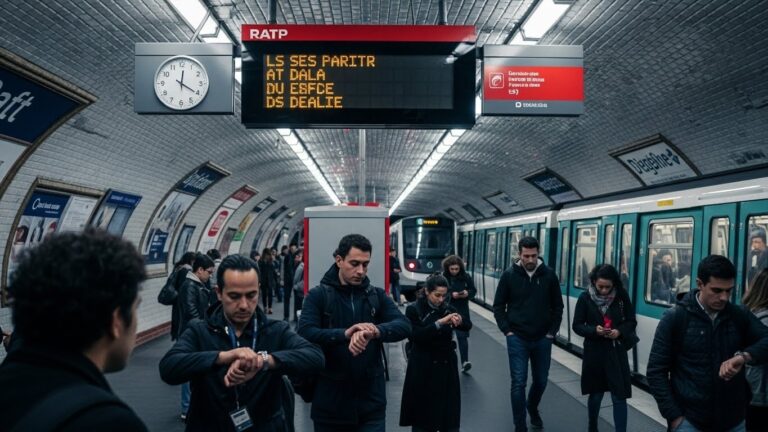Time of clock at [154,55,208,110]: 12:20
